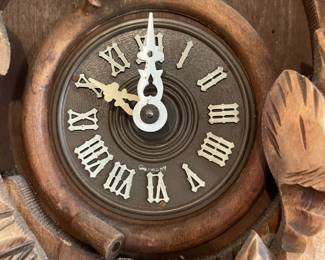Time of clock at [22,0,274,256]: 11:50
